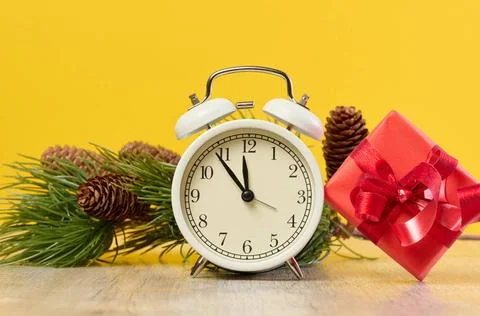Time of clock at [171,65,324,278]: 11:53
